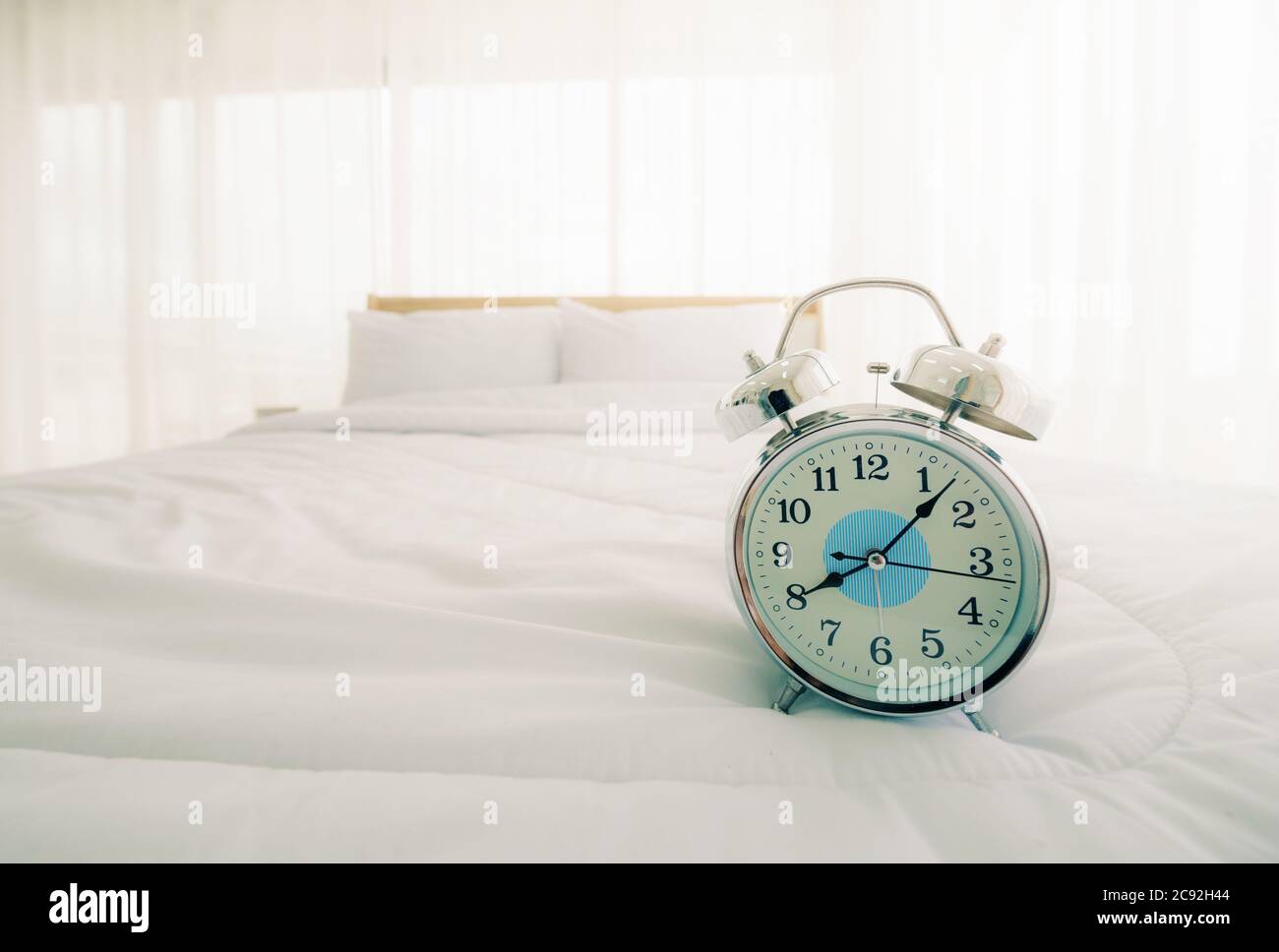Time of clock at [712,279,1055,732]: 8:07
